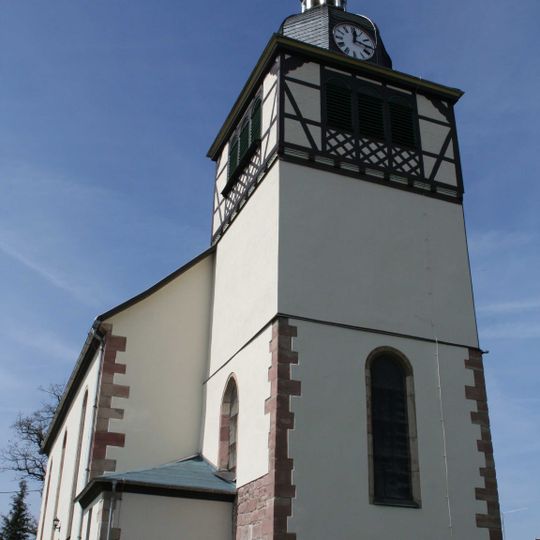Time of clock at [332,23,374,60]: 12:16
